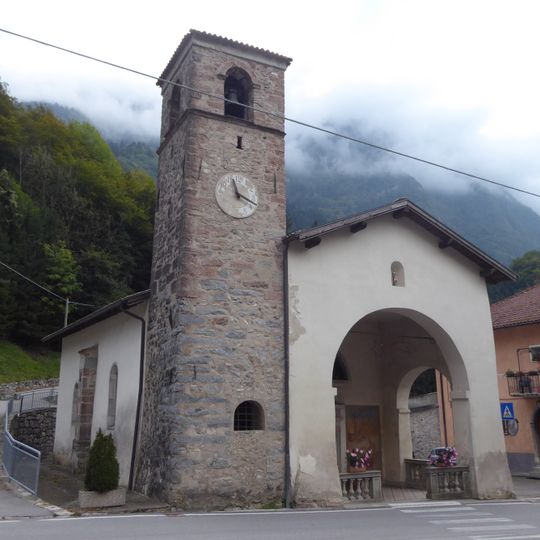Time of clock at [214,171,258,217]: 11:19
